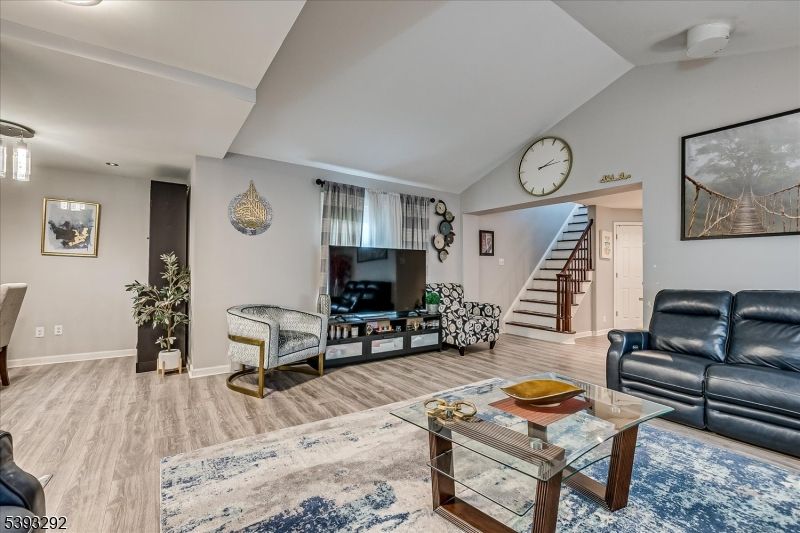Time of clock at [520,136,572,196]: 2:14
